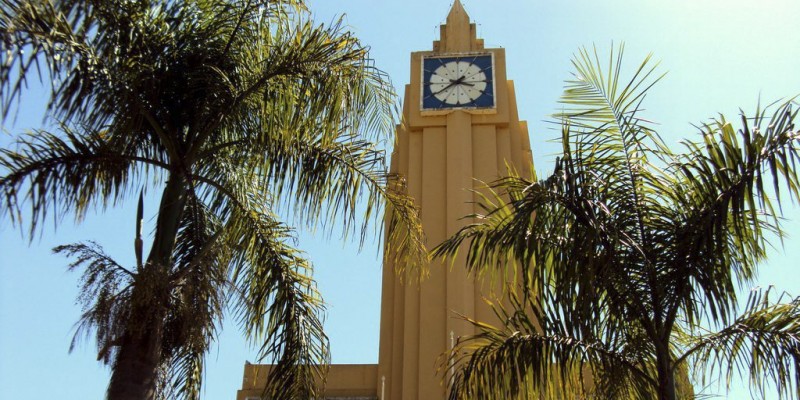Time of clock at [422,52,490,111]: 3:39
